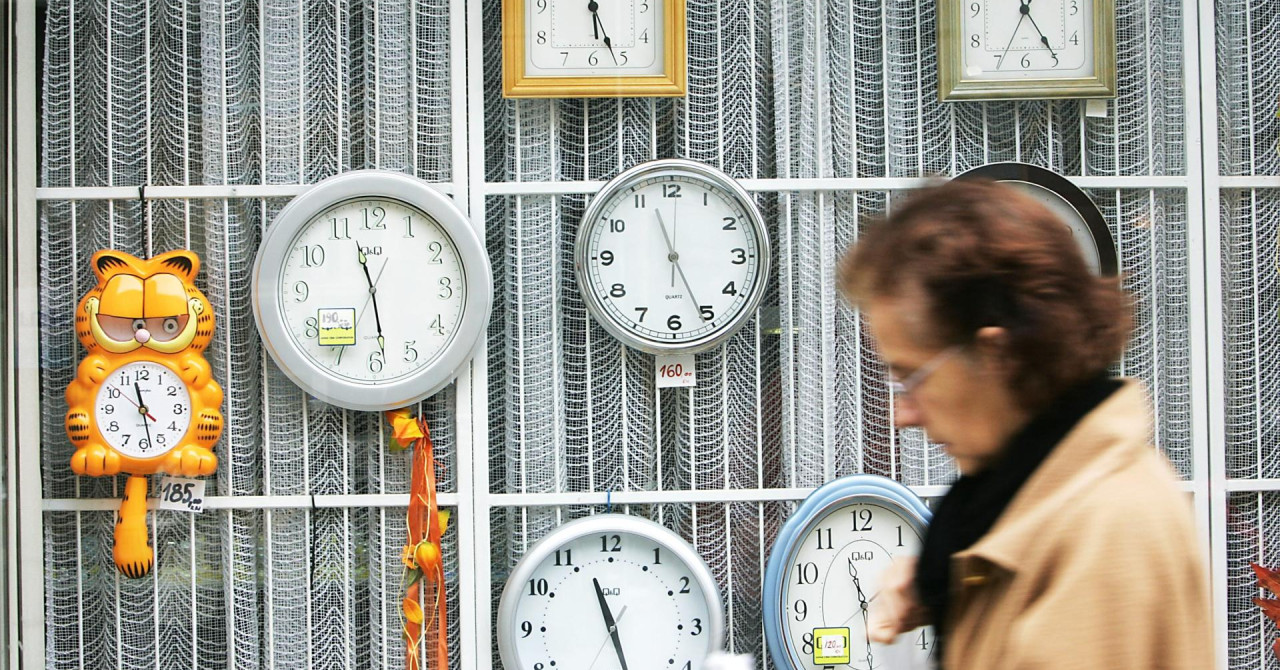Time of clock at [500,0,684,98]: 5:26
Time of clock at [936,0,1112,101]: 12:24
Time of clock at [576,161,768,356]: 11:25
